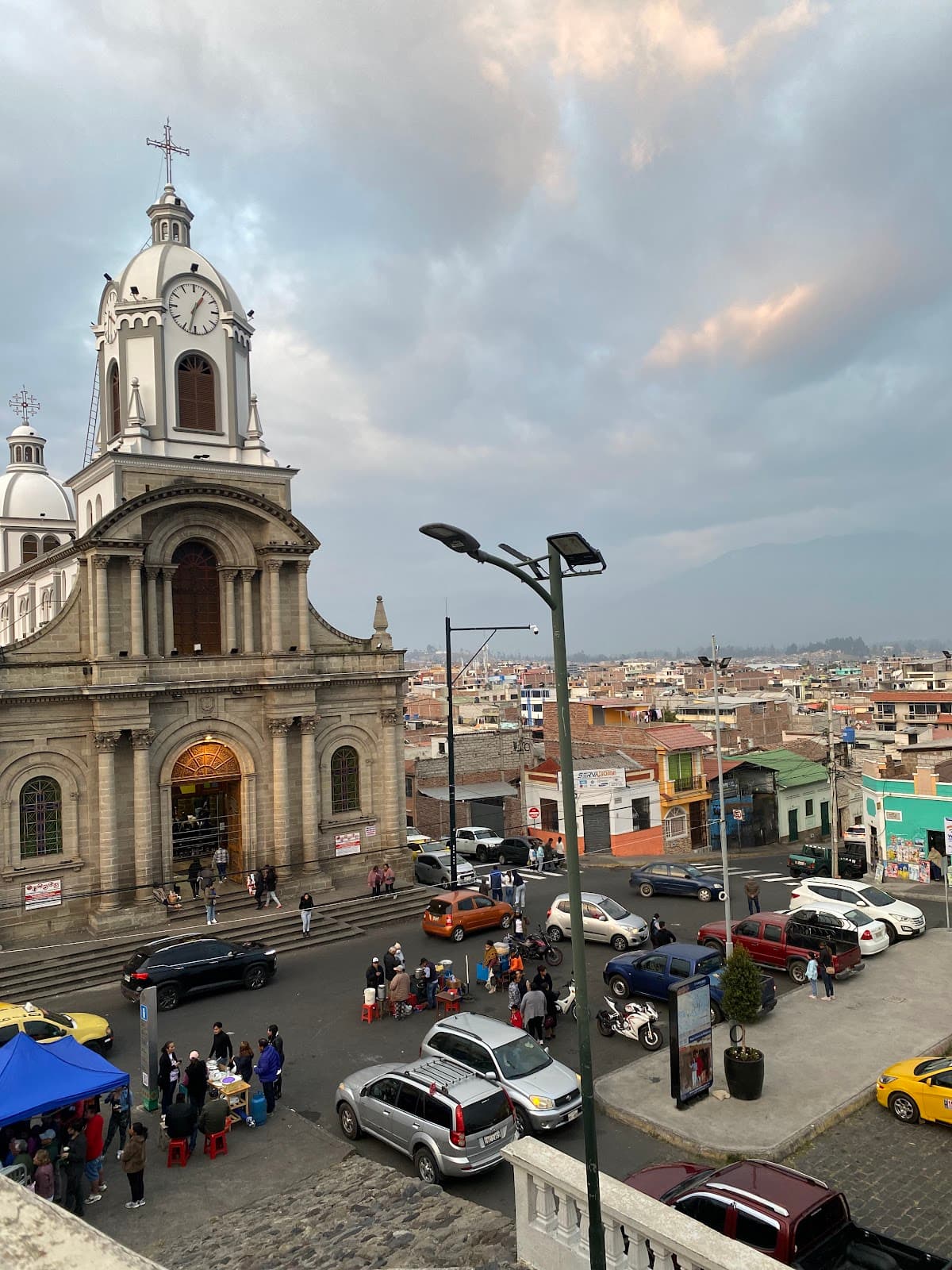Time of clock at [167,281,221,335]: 1:32
